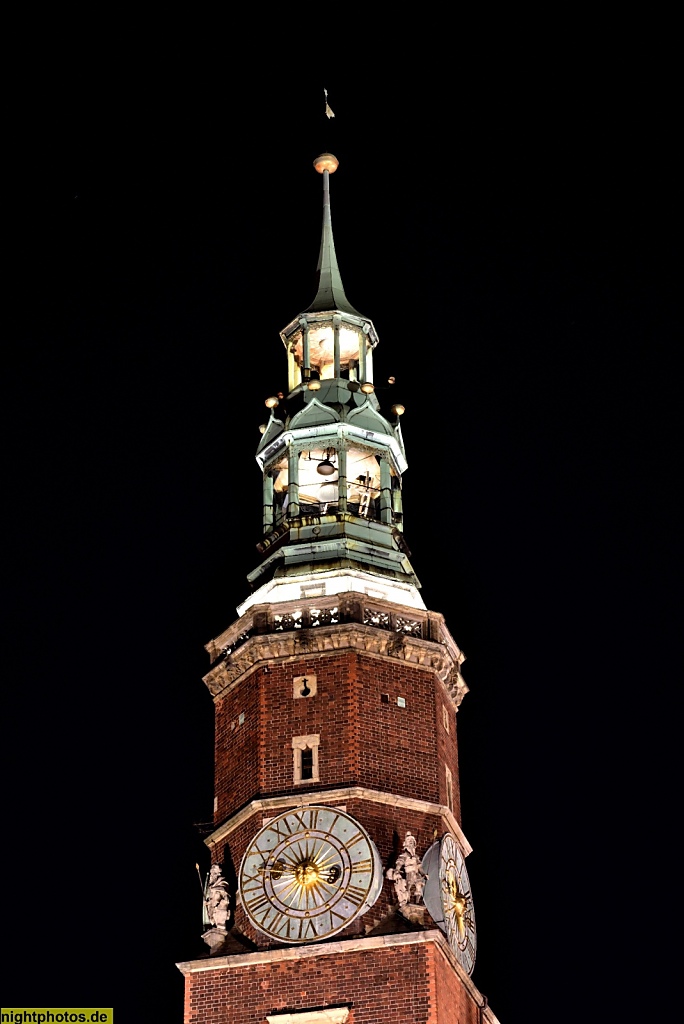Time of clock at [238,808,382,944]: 11:46
